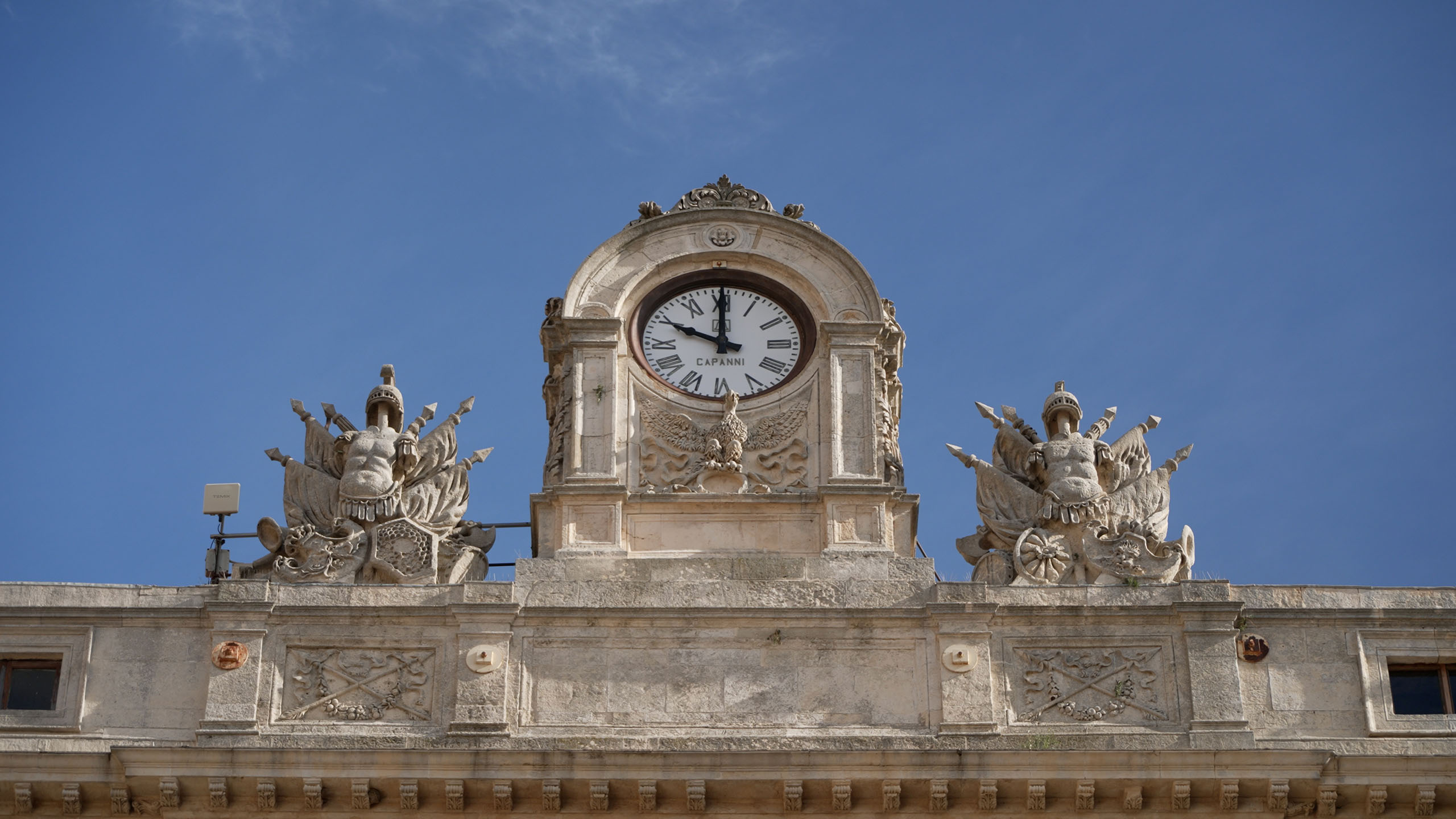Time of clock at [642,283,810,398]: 10:00
